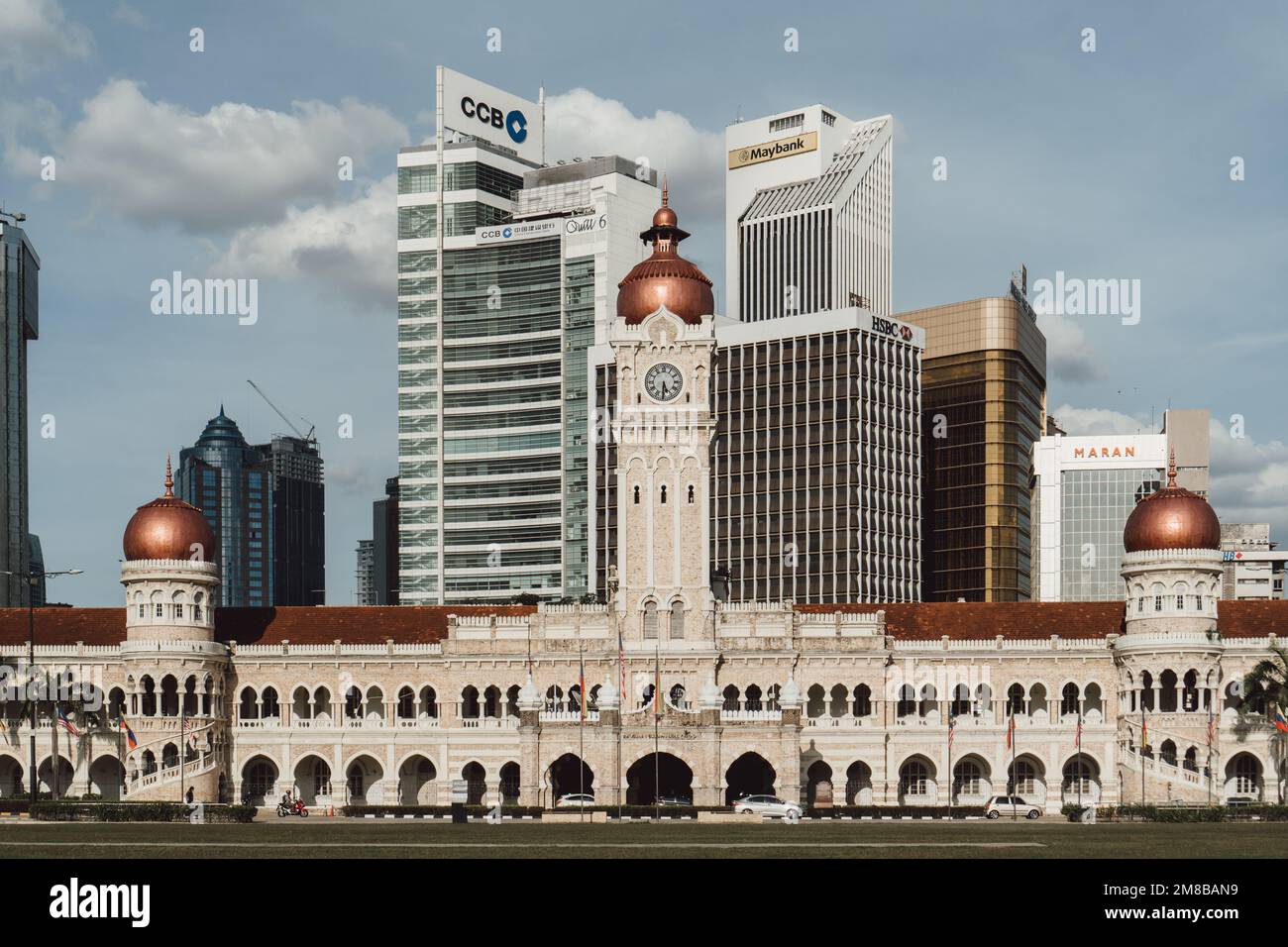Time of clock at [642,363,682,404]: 5:31
